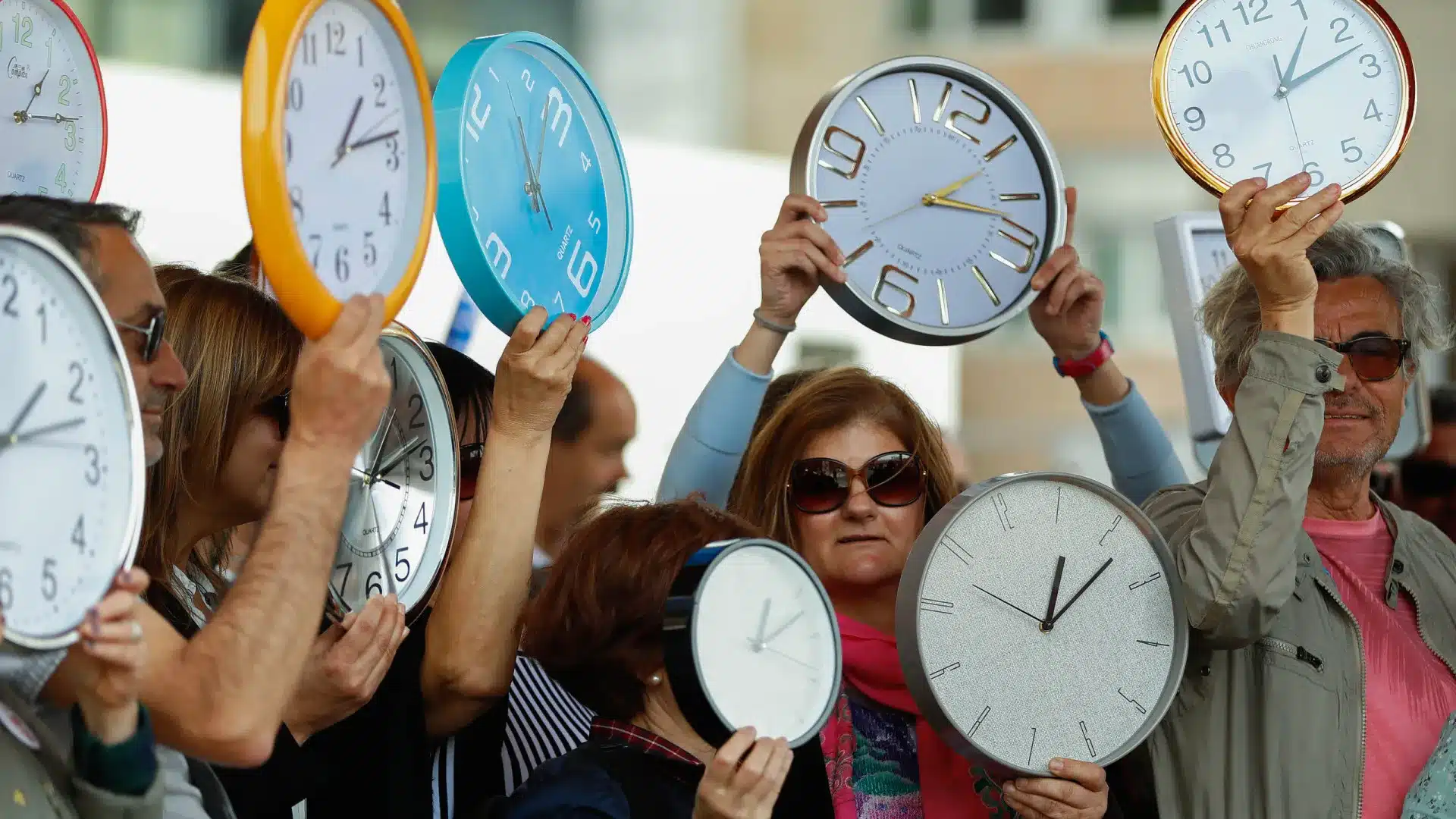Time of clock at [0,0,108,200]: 1:13
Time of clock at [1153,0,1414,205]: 1:12
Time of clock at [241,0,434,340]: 1:13
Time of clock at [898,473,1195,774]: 12:06
